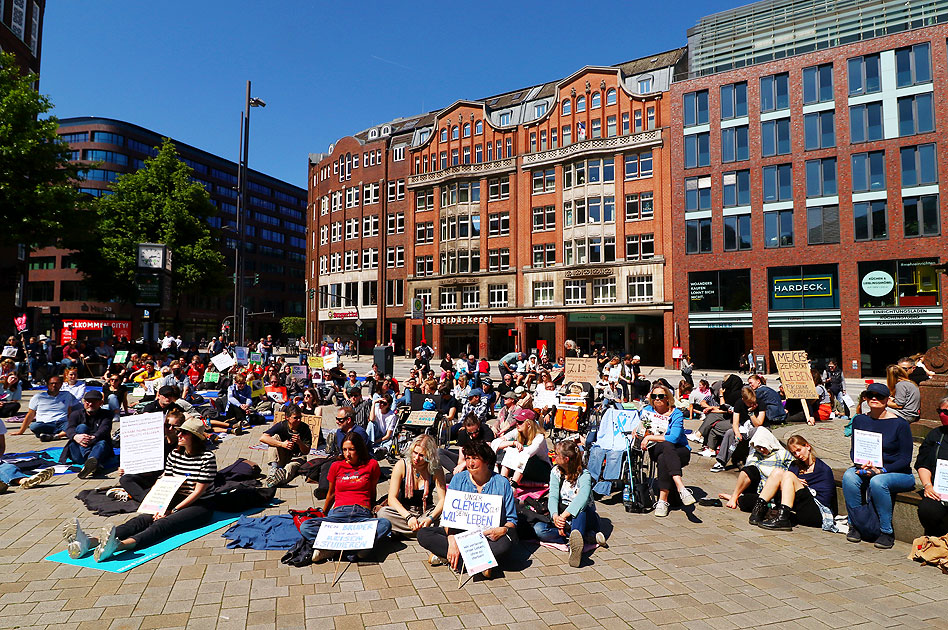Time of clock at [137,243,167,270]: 2:36
